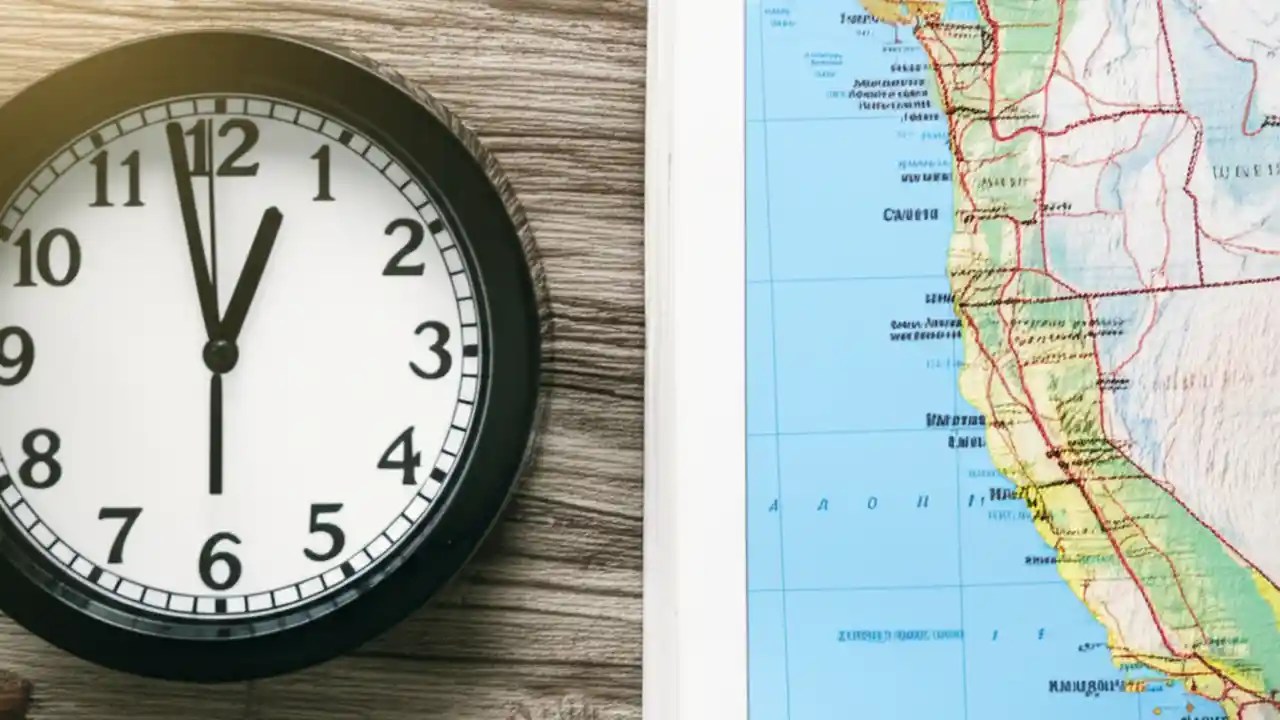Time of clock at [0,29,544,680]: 12:57
